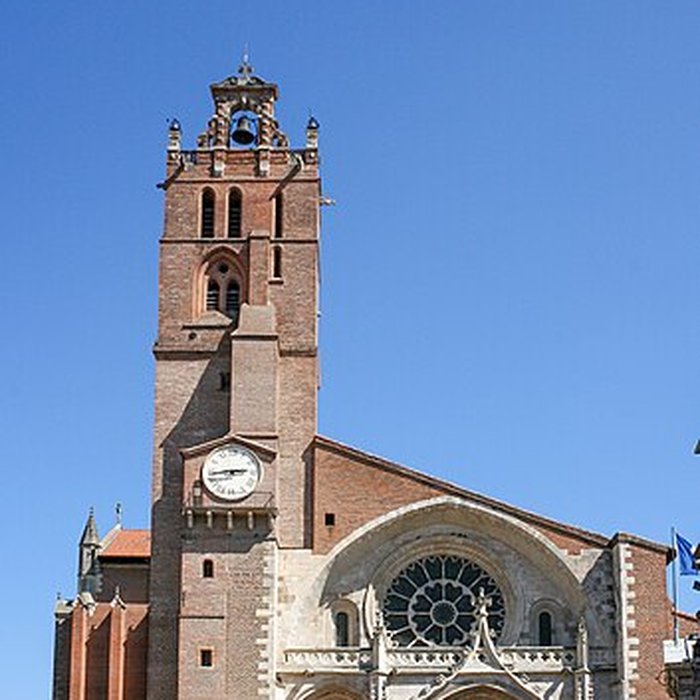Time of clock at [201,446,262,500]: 2:44
